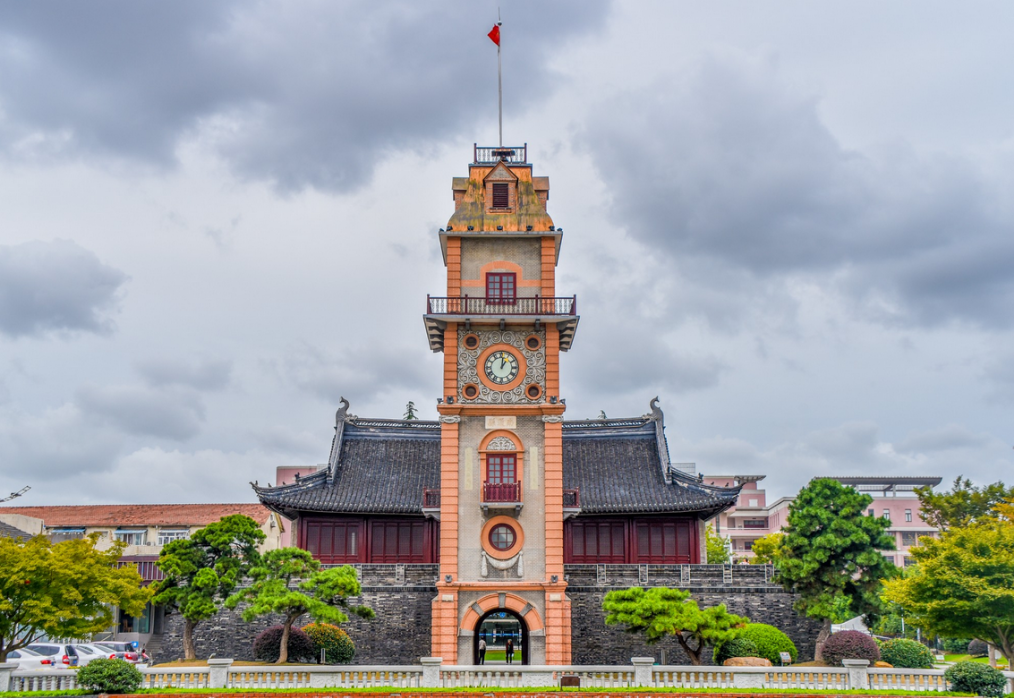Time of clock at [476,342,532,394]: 1:00
